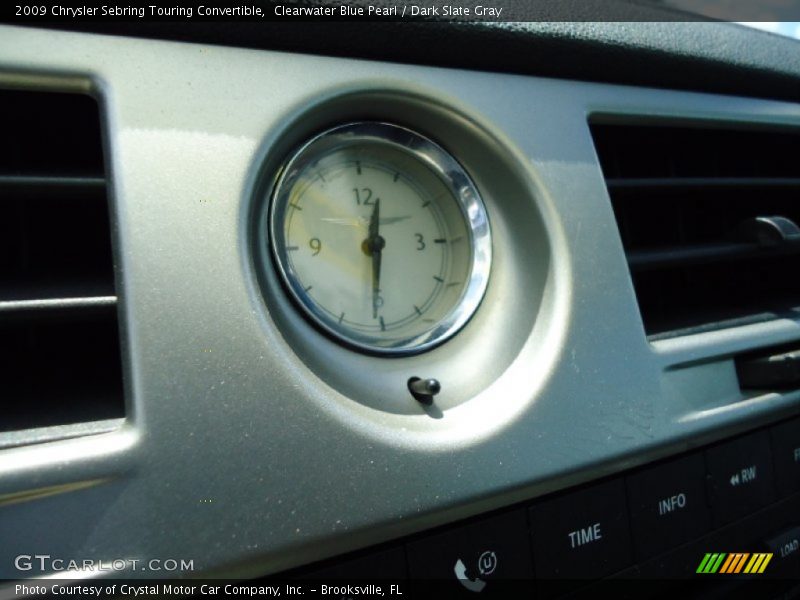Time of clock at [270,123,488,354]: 12:30
